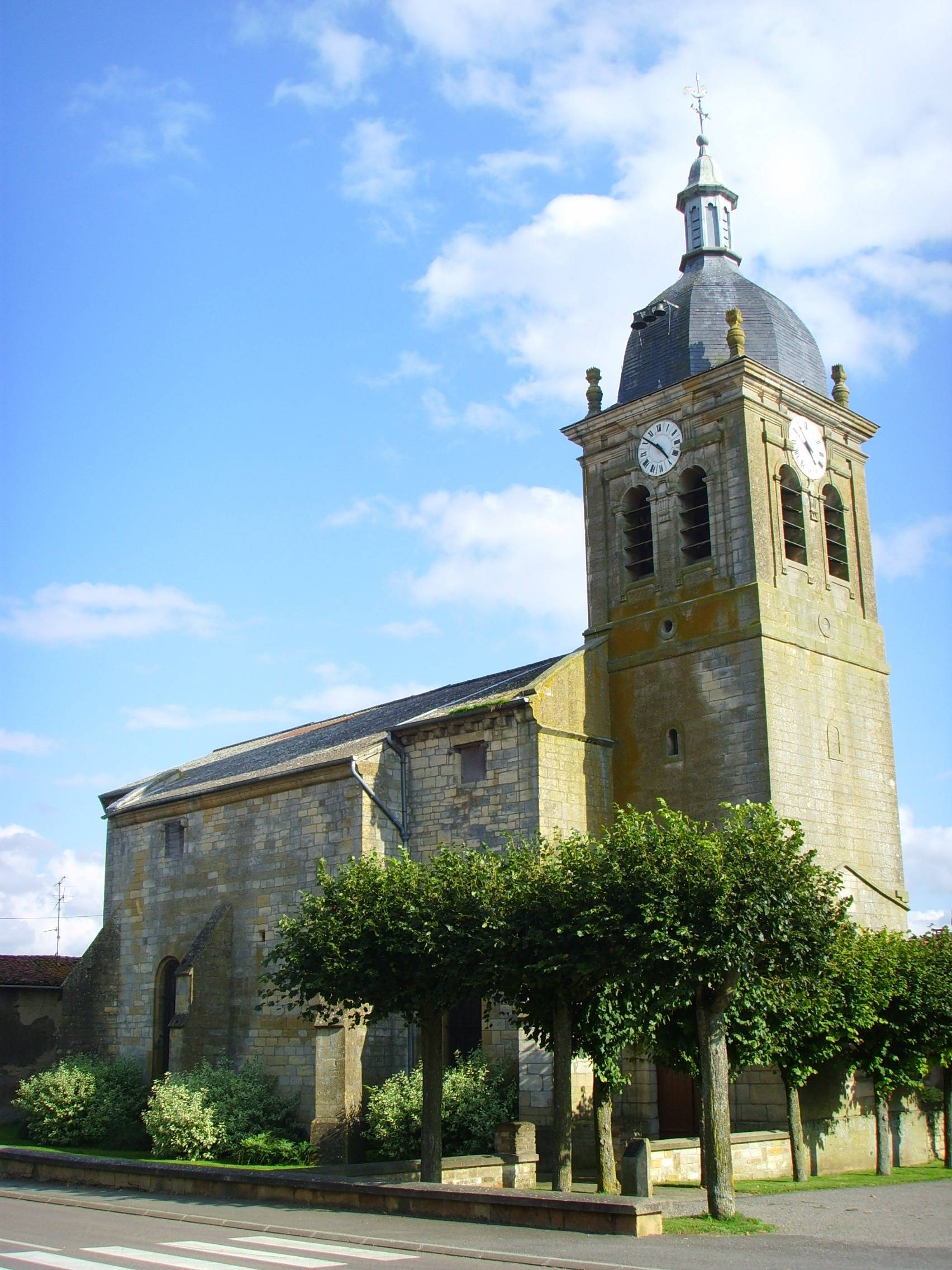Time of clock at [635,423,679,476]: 4:51
